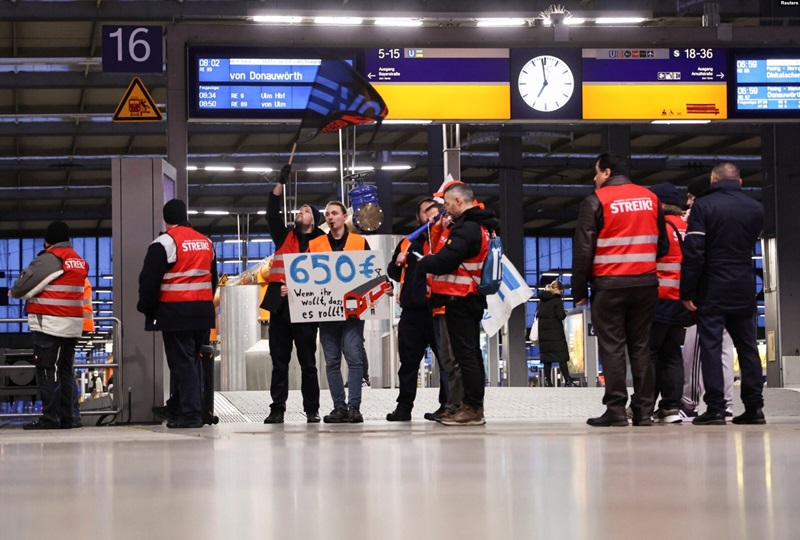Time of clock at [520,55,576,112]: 6:58
